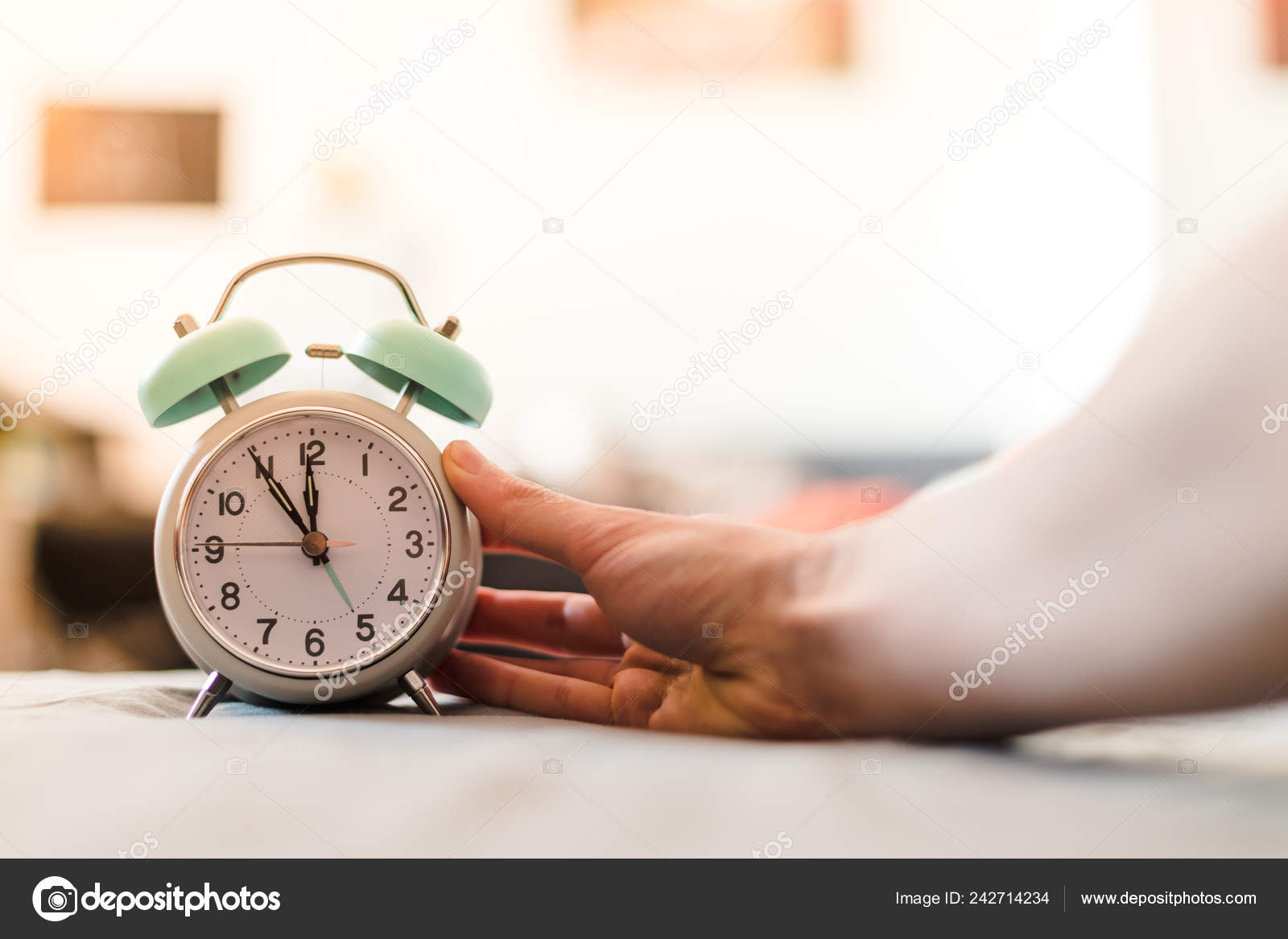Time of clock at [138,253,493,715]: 11:54
